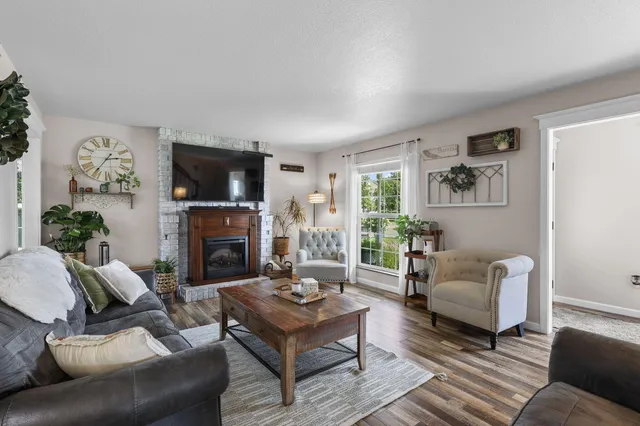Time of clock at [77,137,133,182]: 2:36
